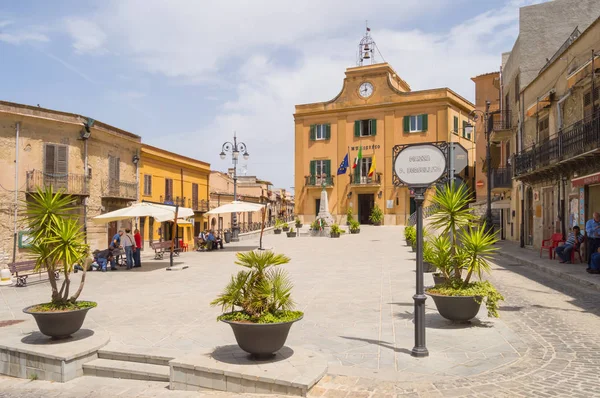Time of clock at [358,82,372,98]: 11:42
